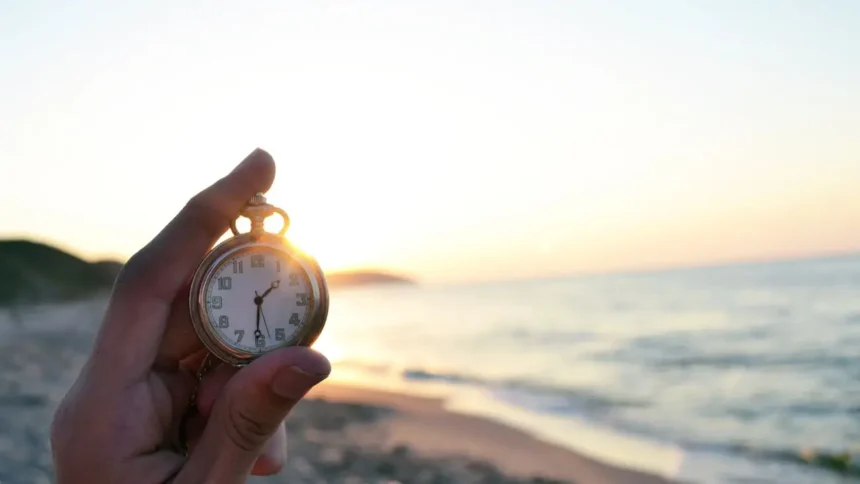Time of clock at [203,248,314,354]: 1:30
